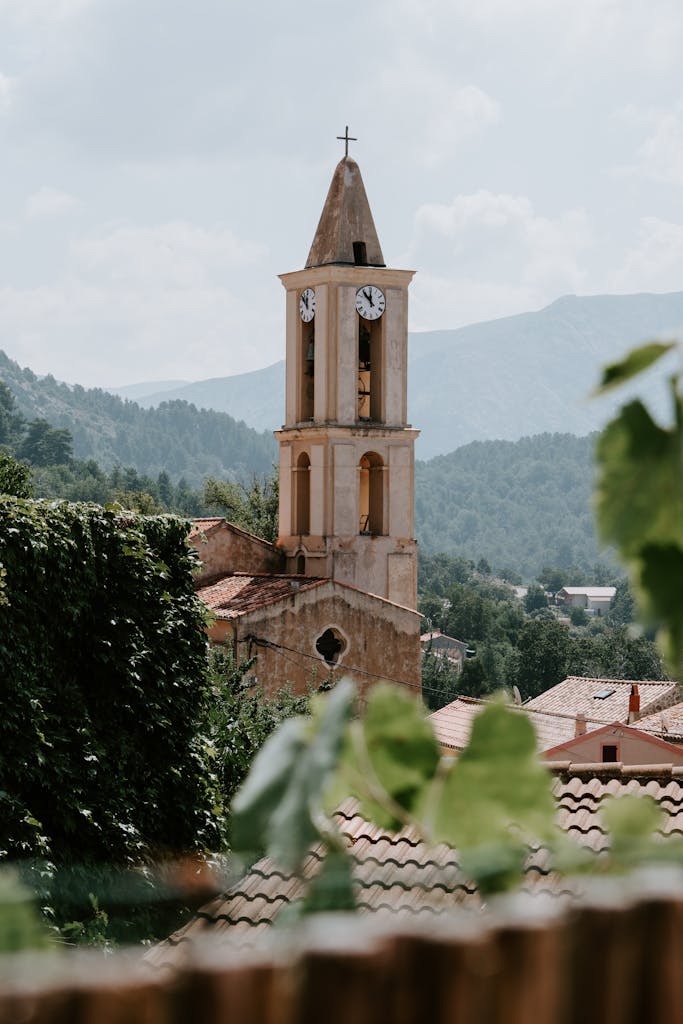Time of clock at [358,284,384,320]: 11:53
